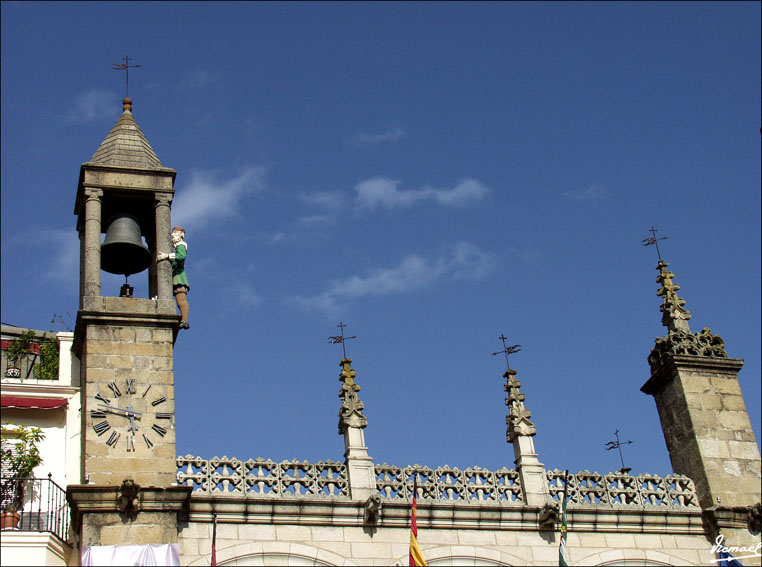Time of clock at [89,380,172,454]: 5:46
